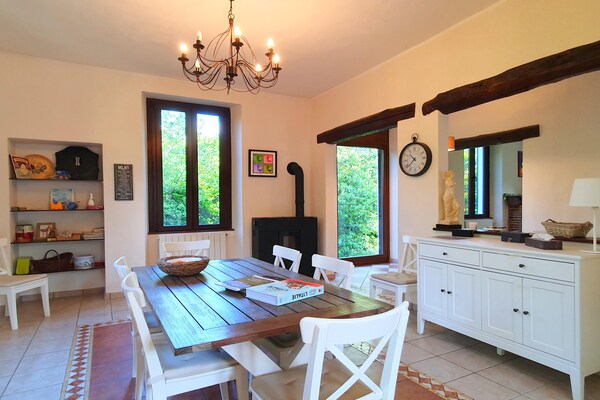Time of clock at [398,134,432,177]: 10:38
